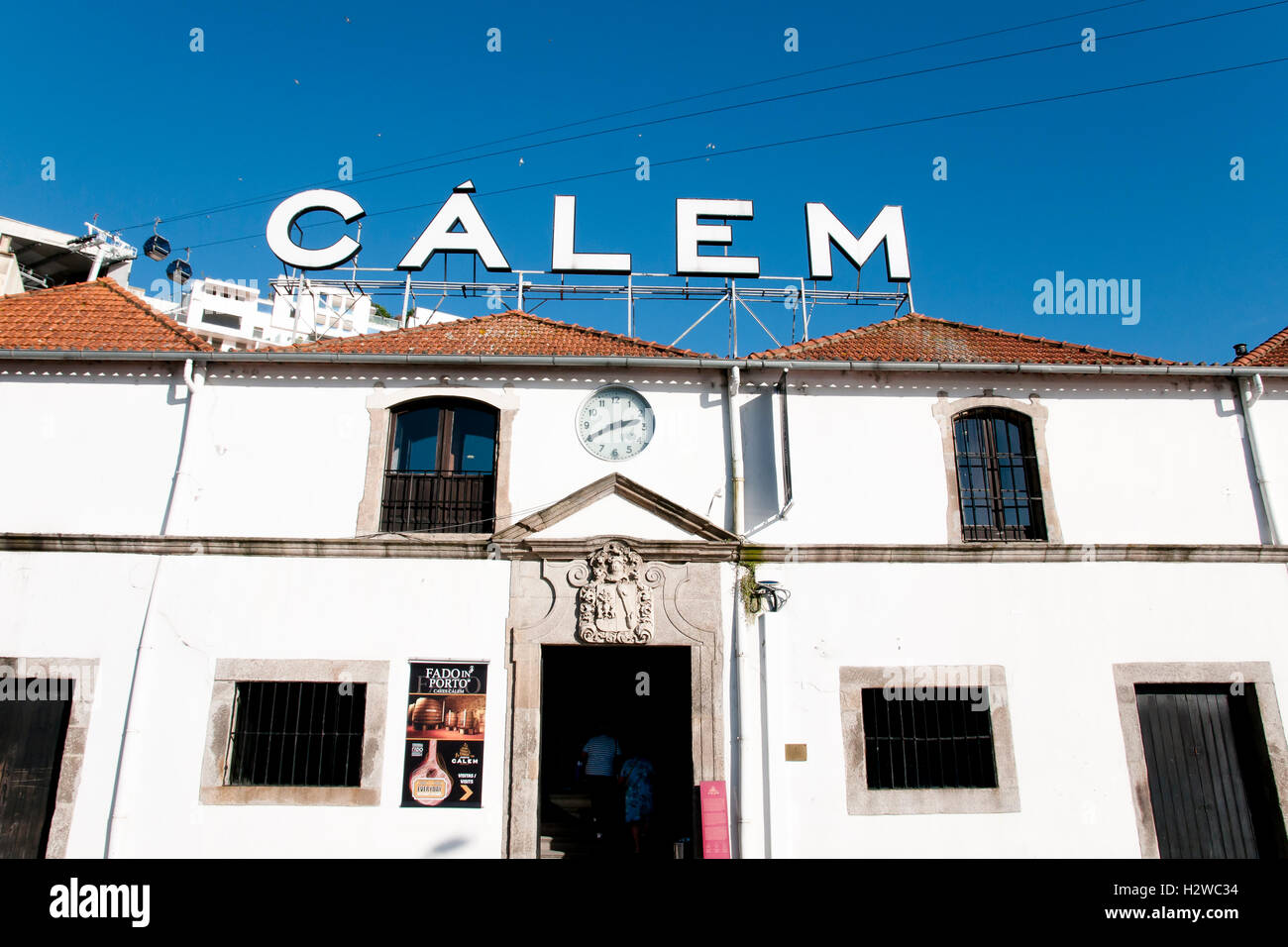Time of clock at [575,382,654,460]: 2:40
